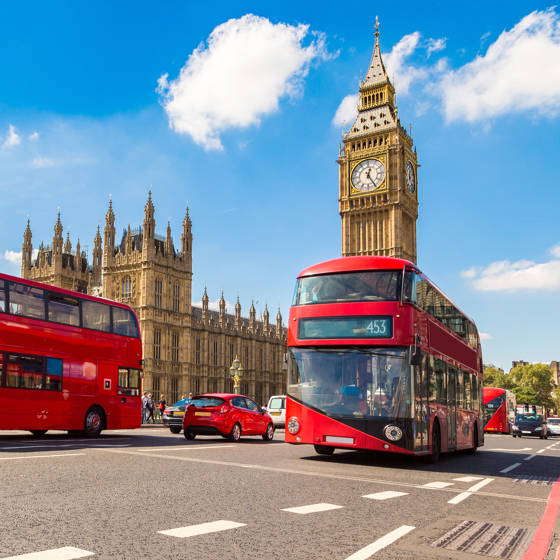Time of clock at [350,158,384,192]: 12:24
